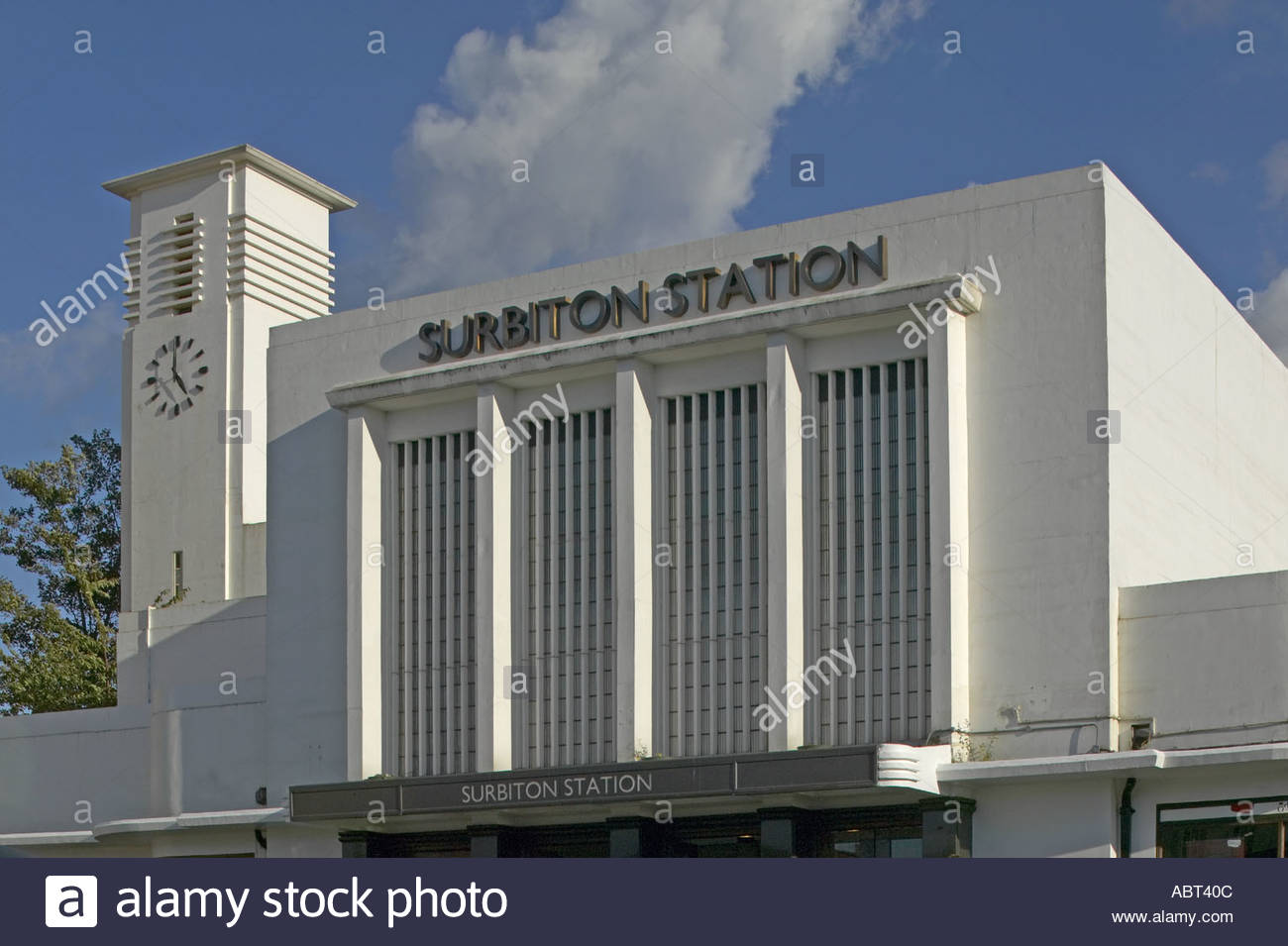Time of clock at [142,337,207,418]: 4:59
